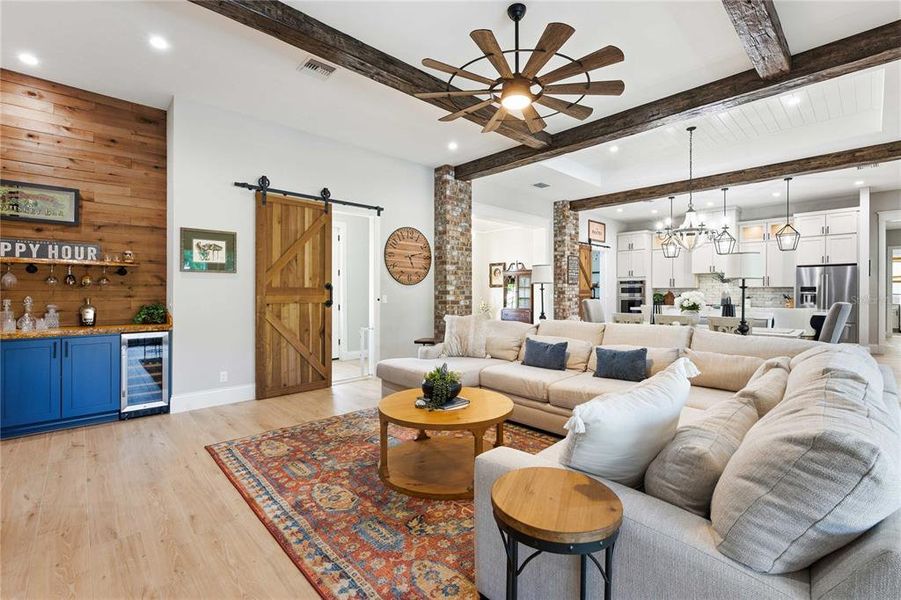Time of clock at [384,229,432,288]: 5:12
